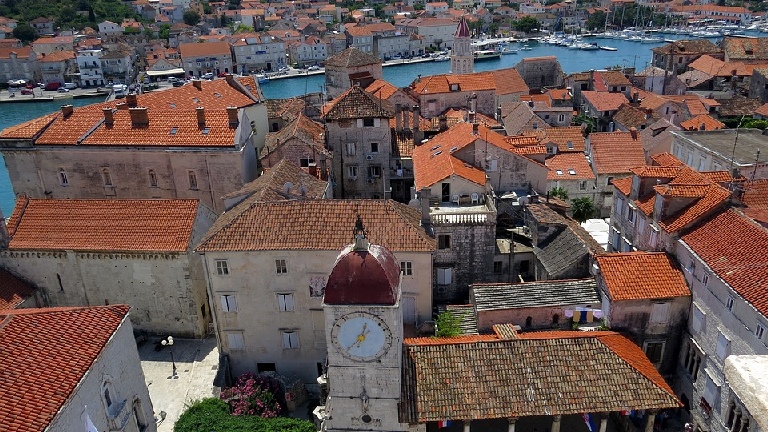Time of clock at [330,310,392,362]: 12:37
